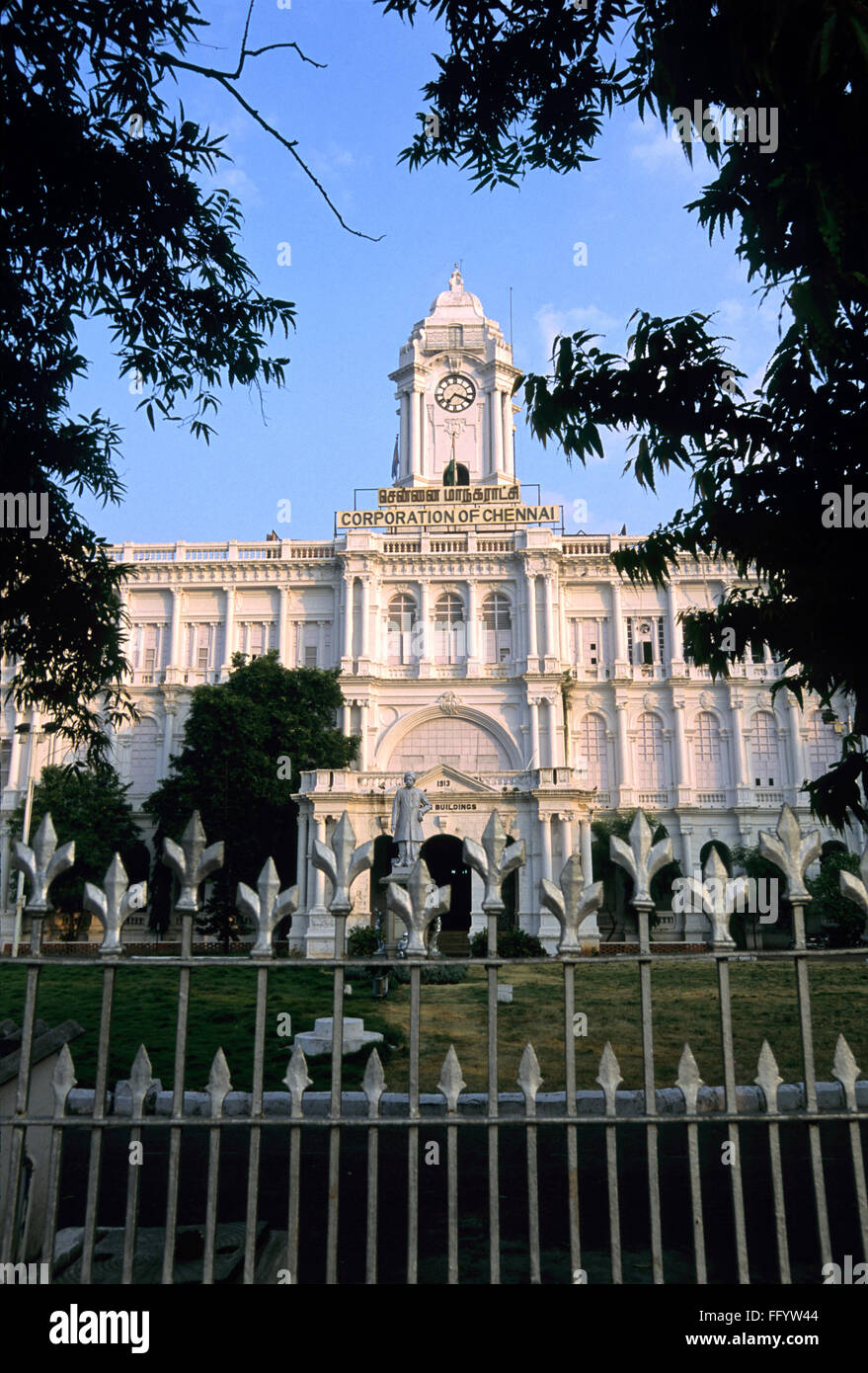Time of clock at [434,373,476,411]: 7:18
